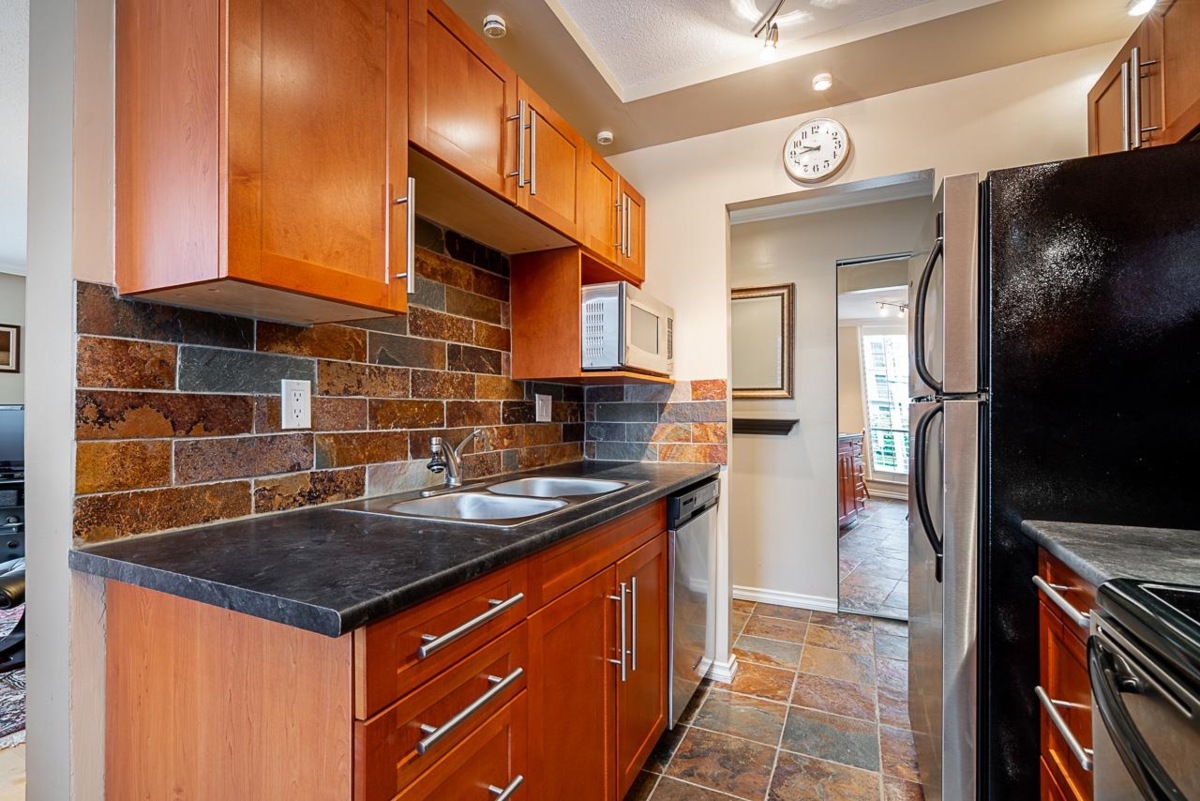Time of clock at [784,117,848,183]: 9:43
